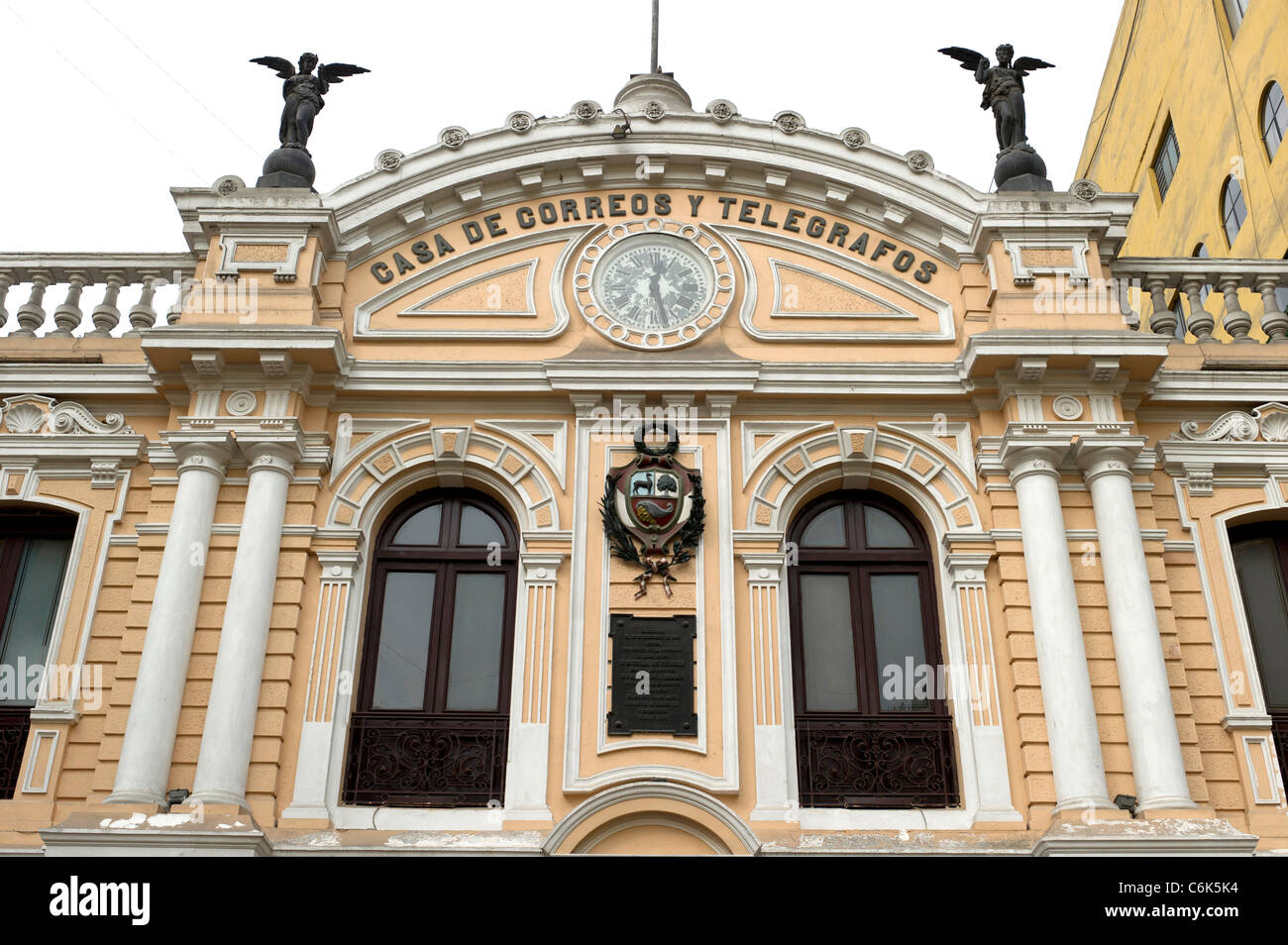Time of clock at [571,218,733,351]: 12:27
